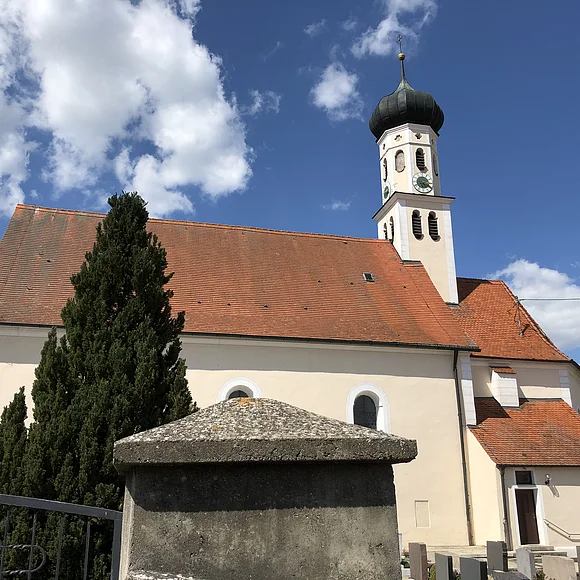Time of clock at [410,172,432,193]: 5:18
